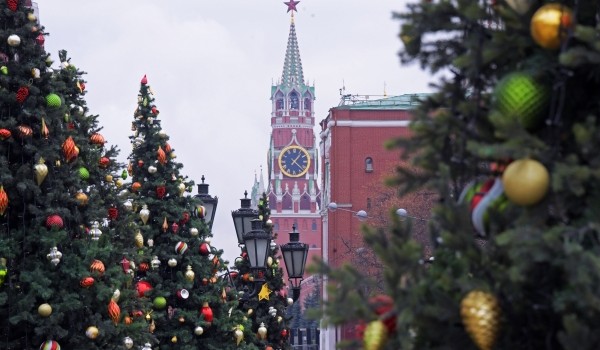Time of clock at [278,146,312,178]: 1:22
